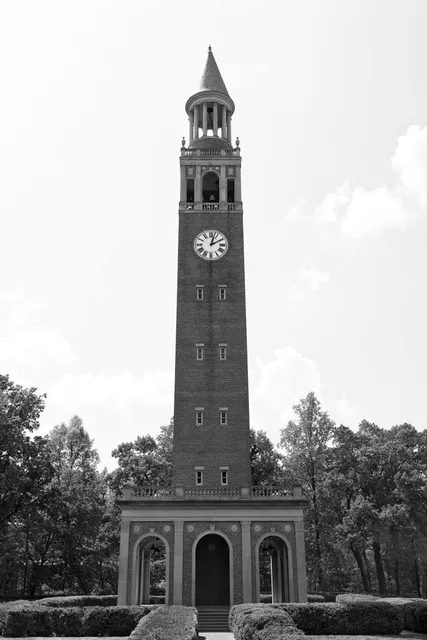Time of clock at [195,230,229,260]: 2:02
